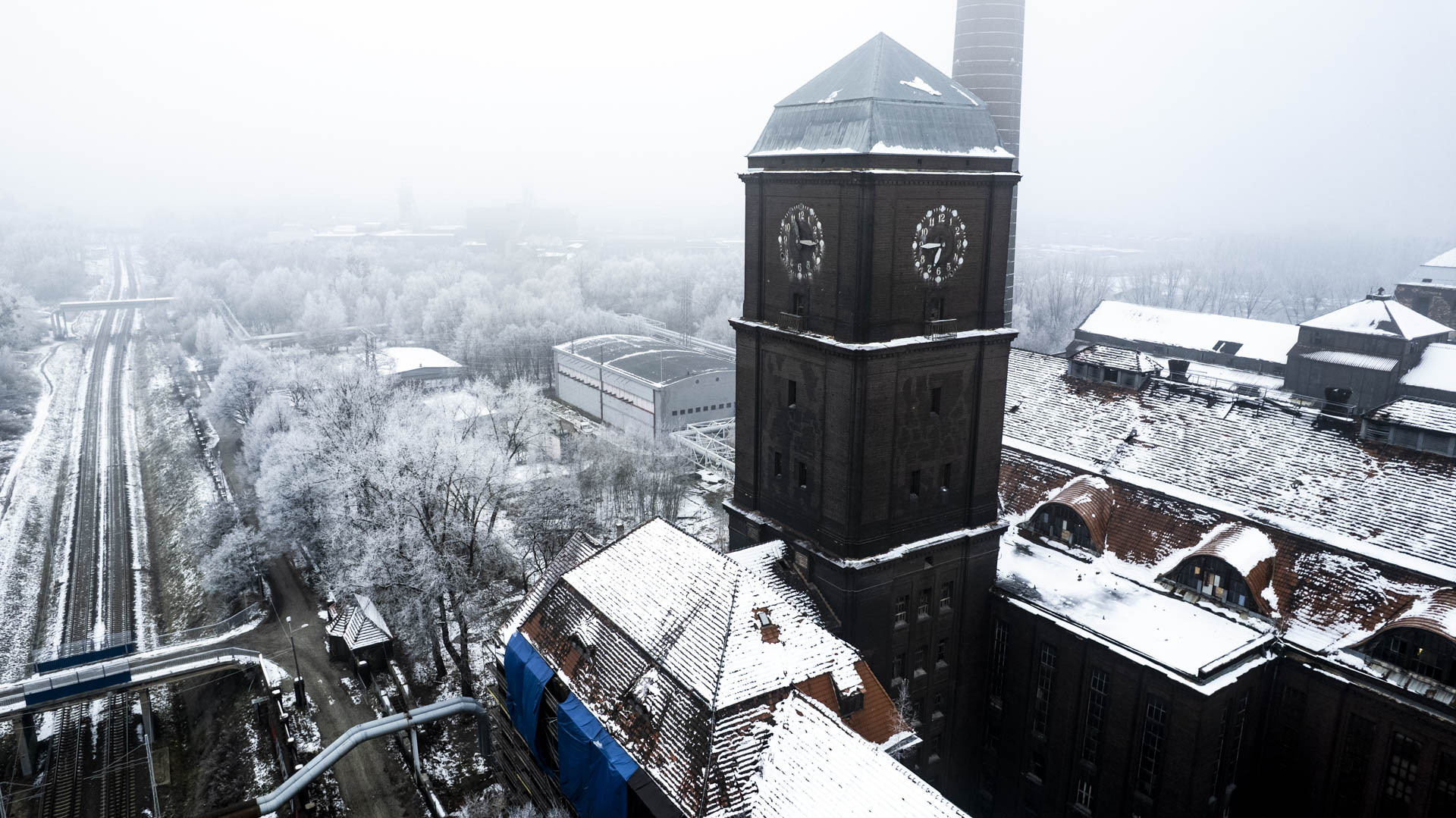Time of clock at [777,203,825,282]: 2:56
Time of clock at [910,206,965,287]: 6:44
